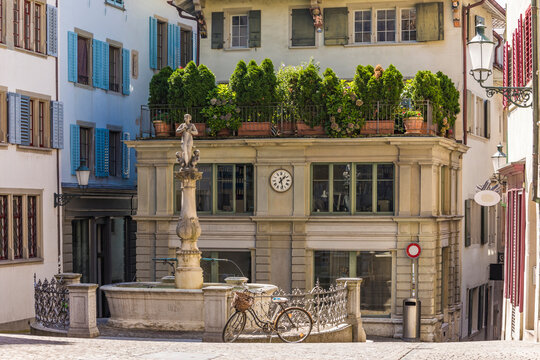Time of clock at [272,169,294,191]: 1:28
